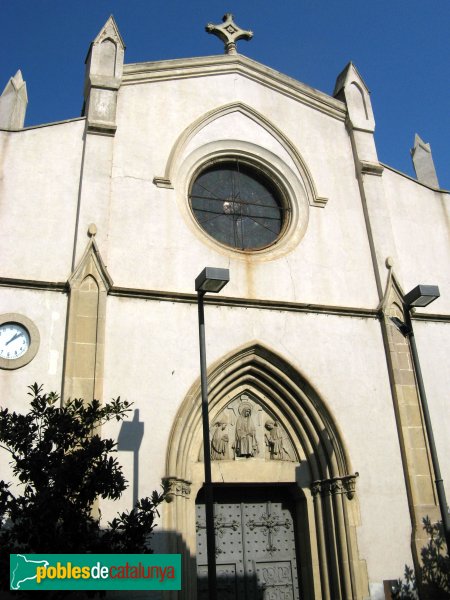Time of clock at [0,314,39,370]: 1:08
